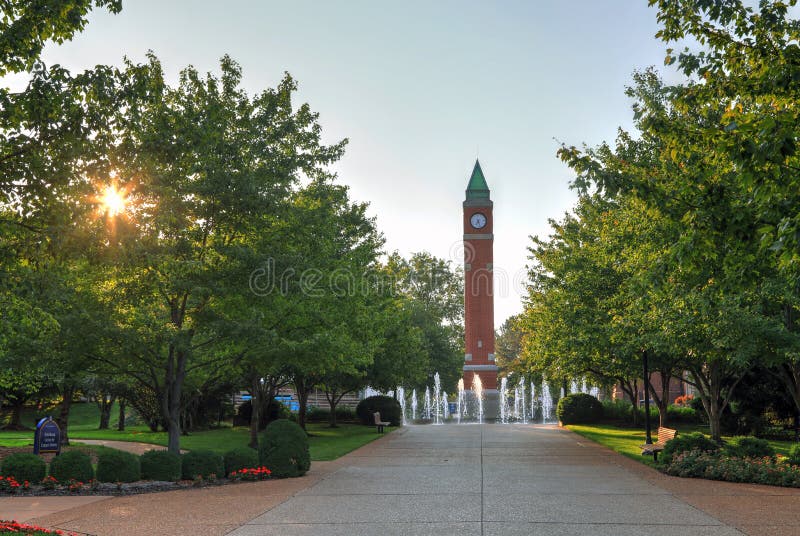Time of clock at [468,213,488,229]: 7:27
